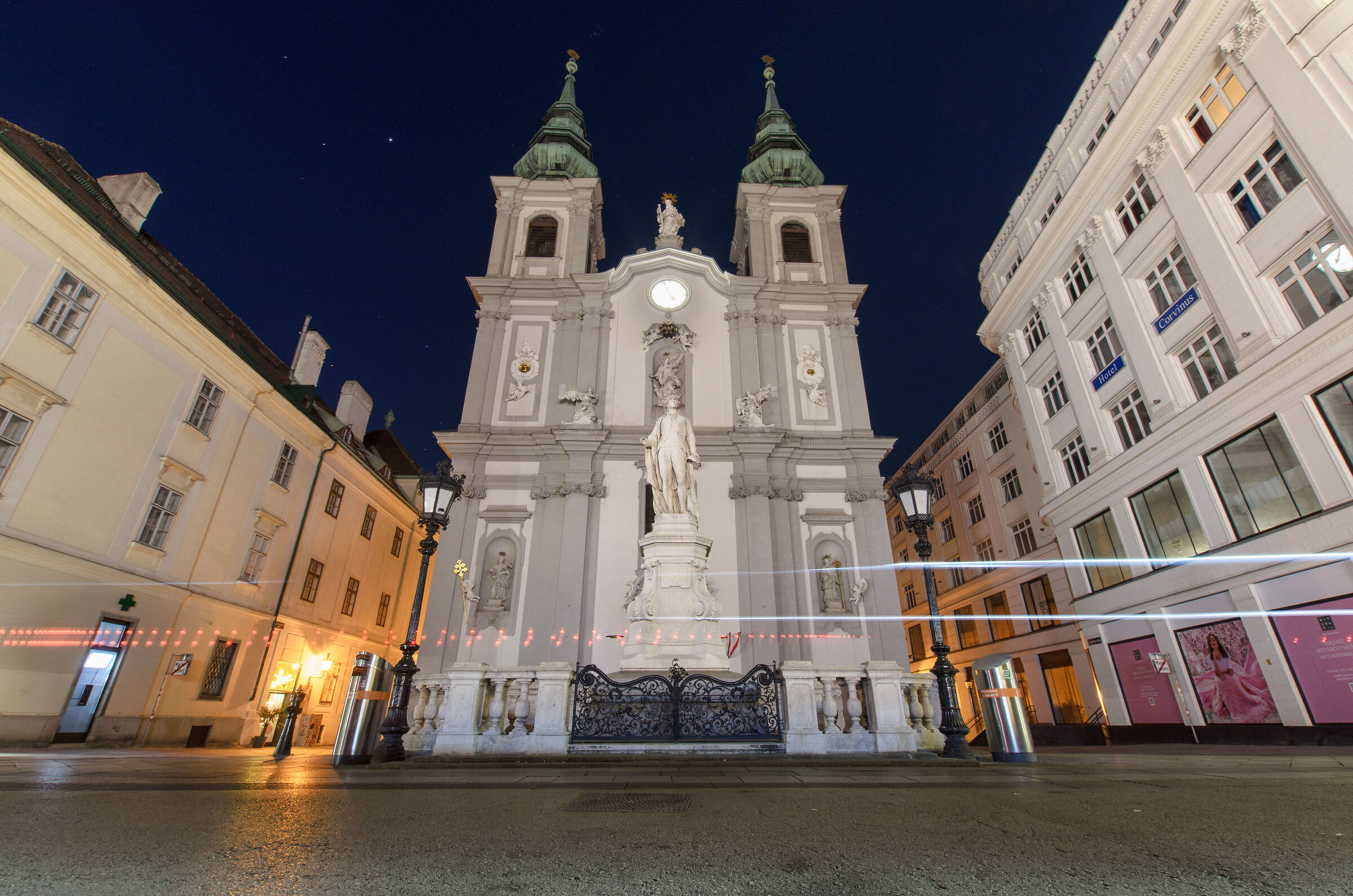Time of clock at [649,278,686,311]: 4:55
